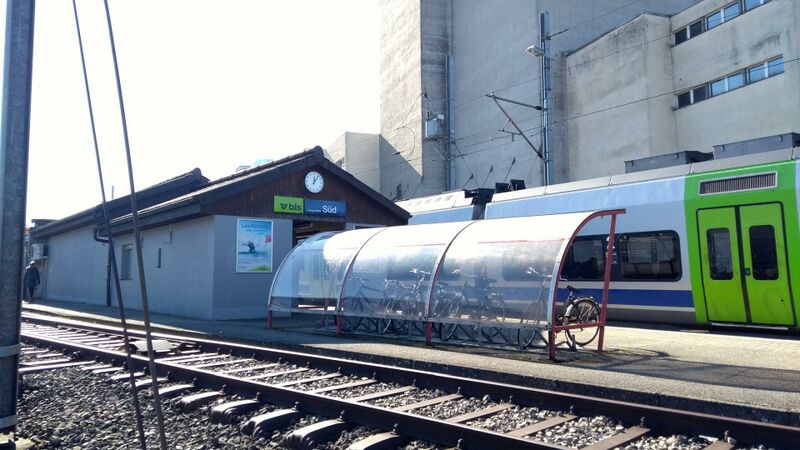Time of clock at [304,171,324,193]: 12:06
